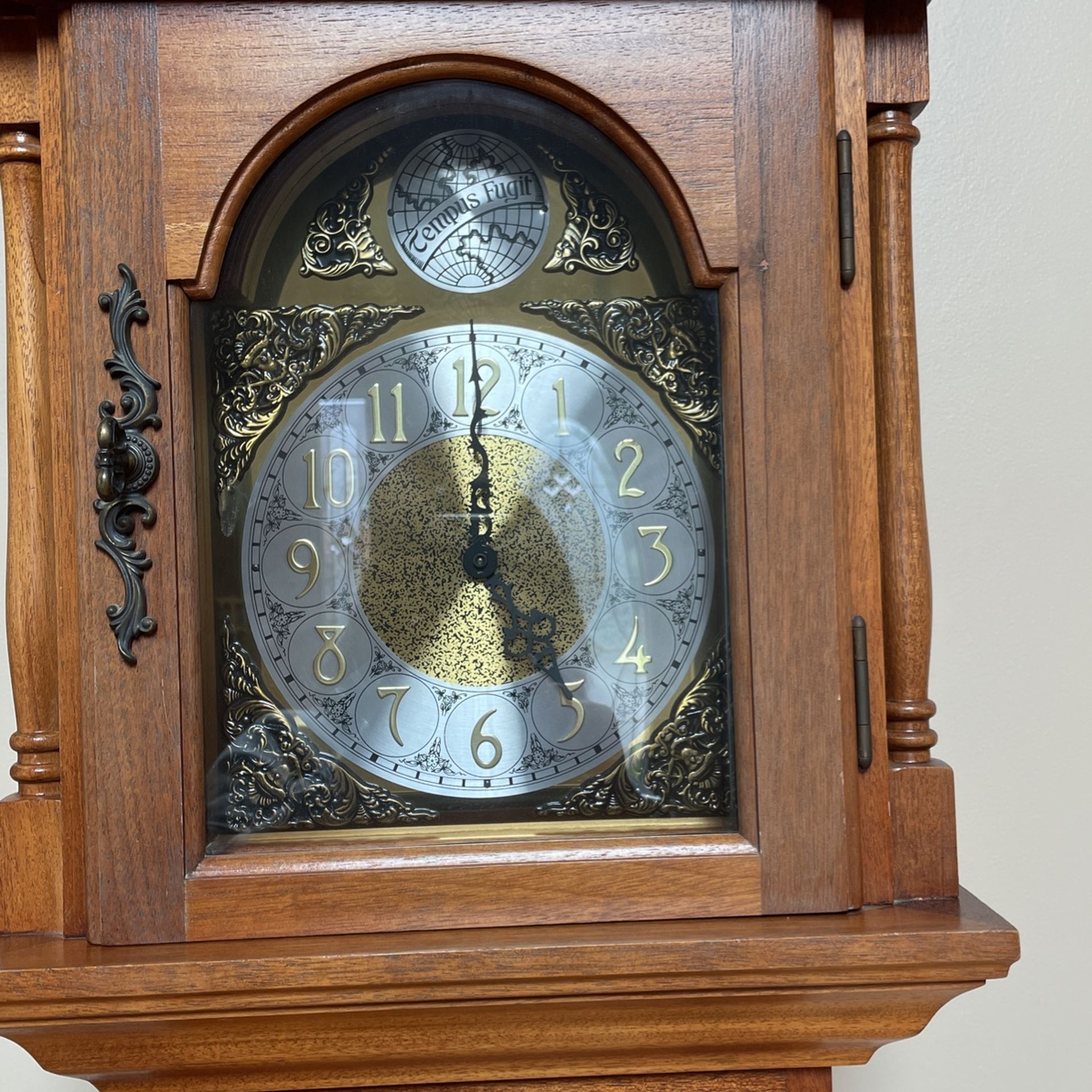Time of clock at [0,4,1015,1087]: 4:59
